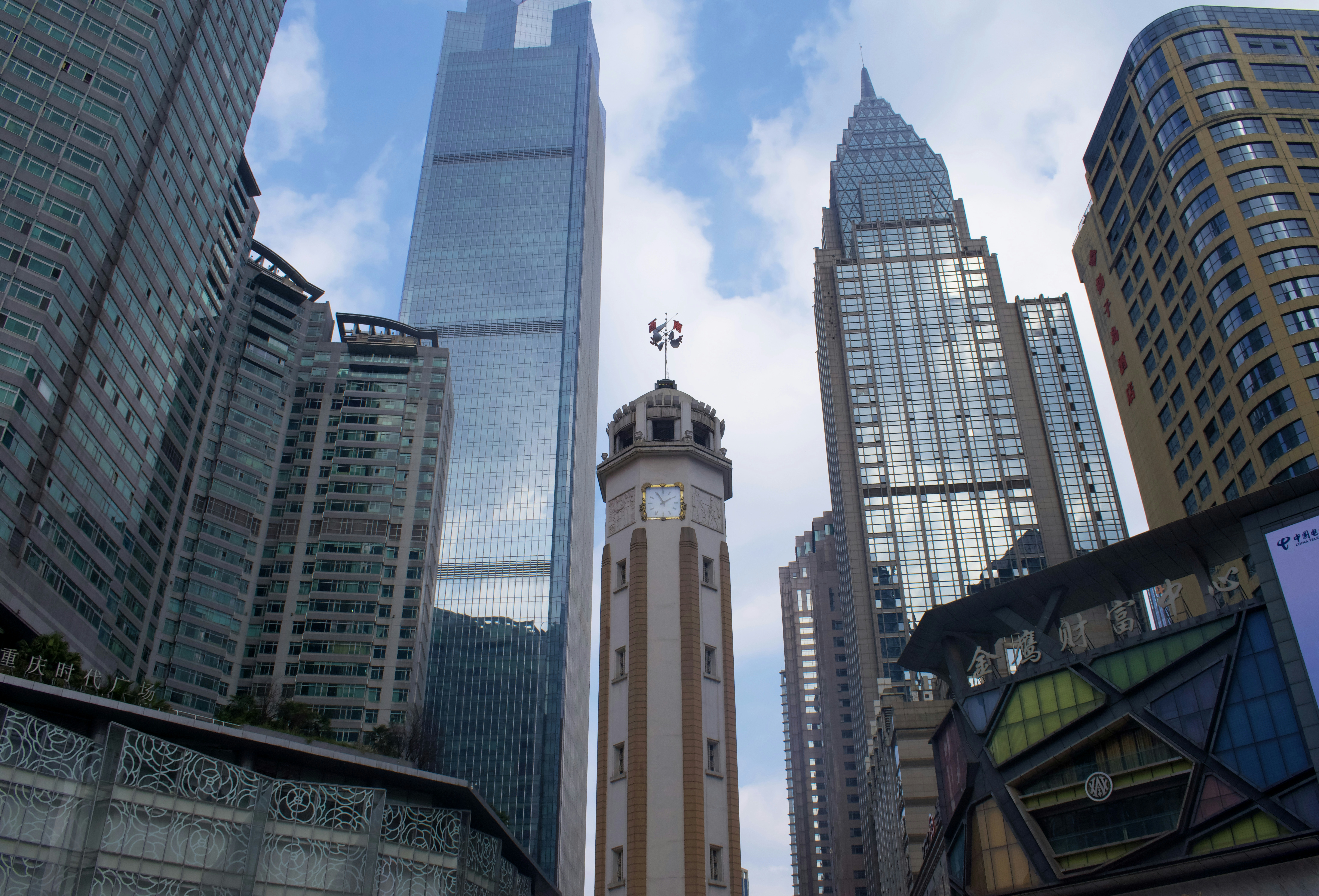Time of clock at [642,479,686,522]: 1:55
